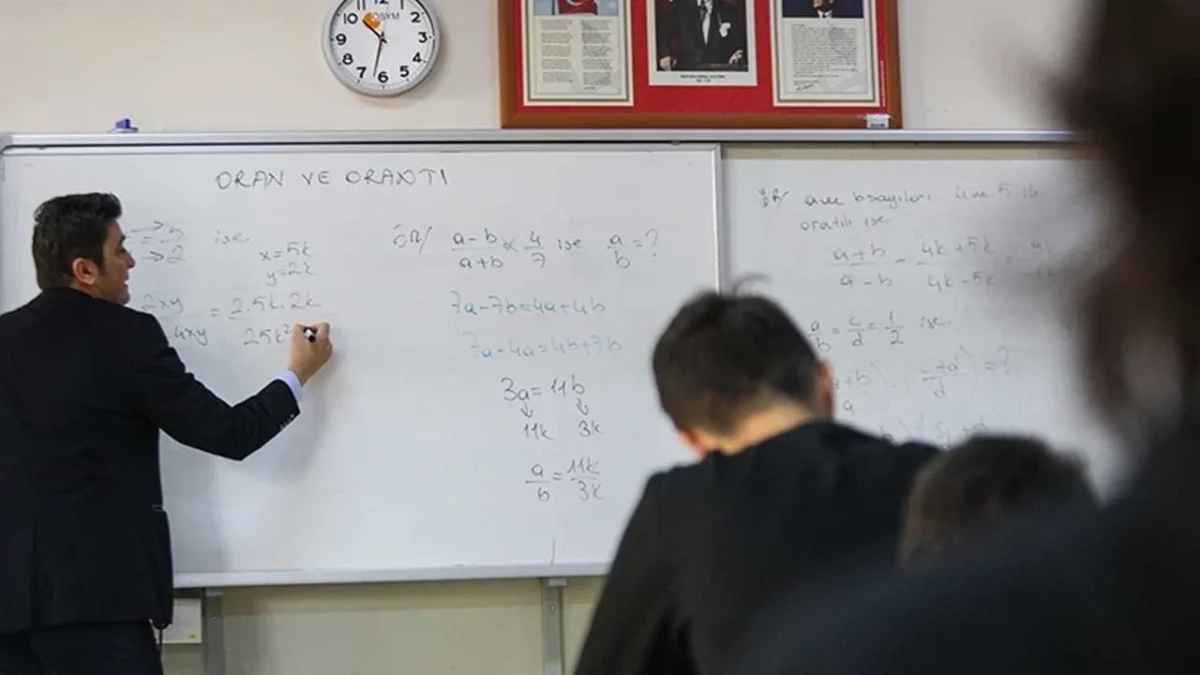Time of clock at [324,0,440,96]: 10:32
